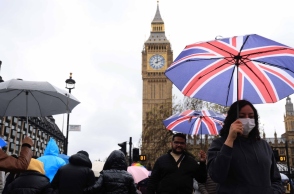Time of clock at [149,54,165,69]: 12:11
